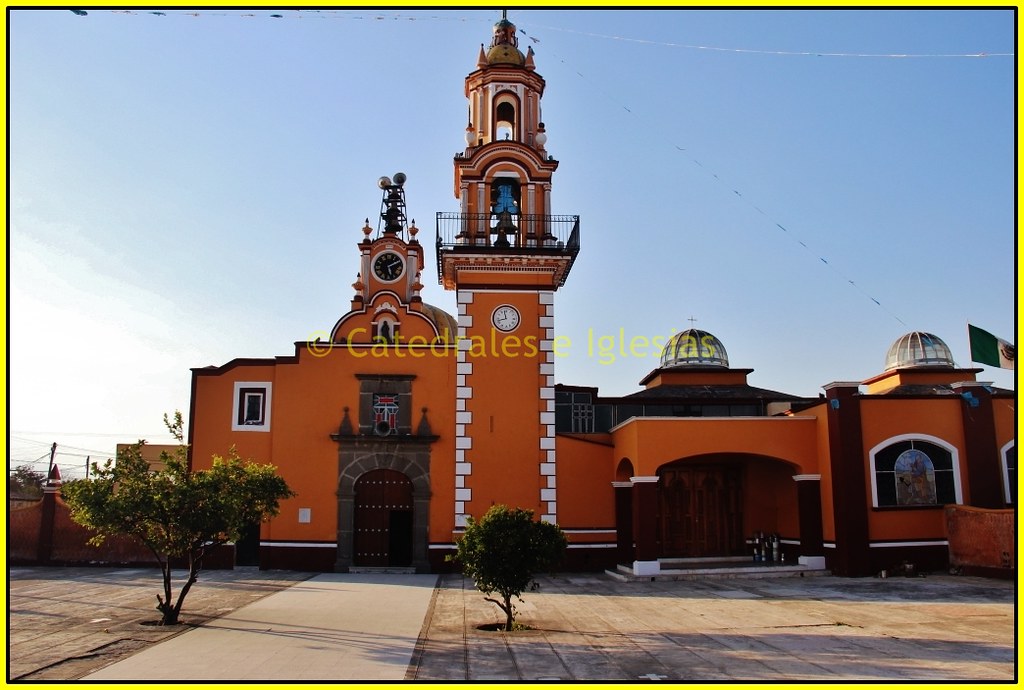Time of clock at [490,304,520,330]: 11:42
